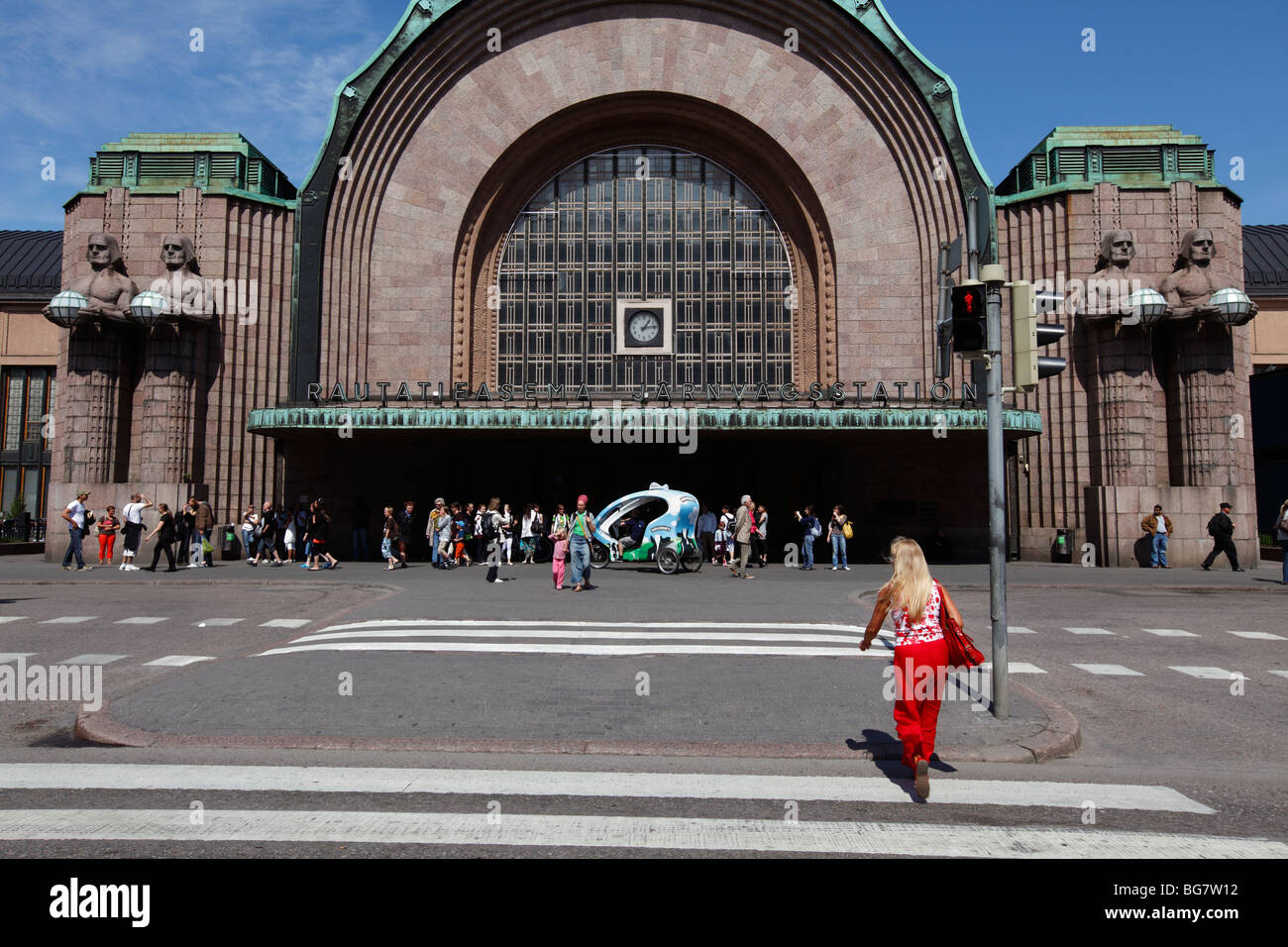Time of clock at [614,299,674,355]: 1:13
